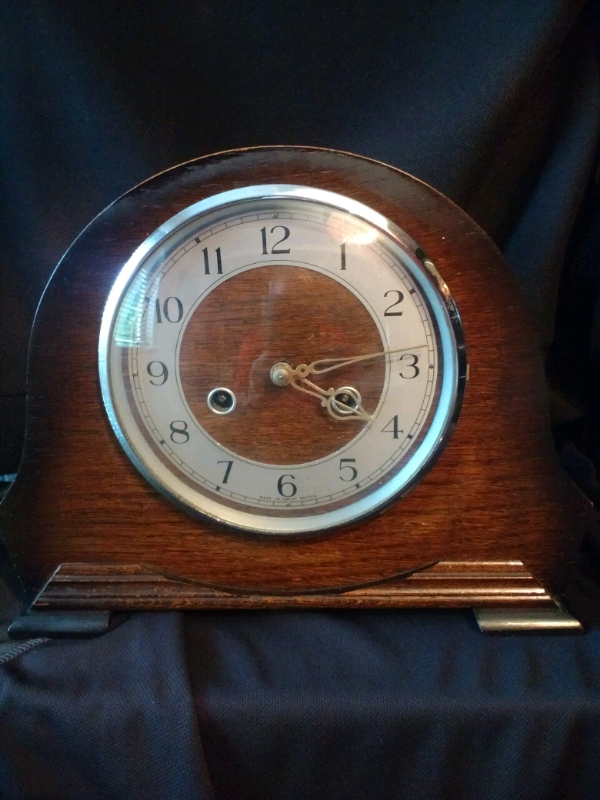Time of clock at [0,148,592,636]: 4:14
